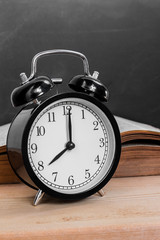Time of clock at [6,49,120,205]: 8:00
